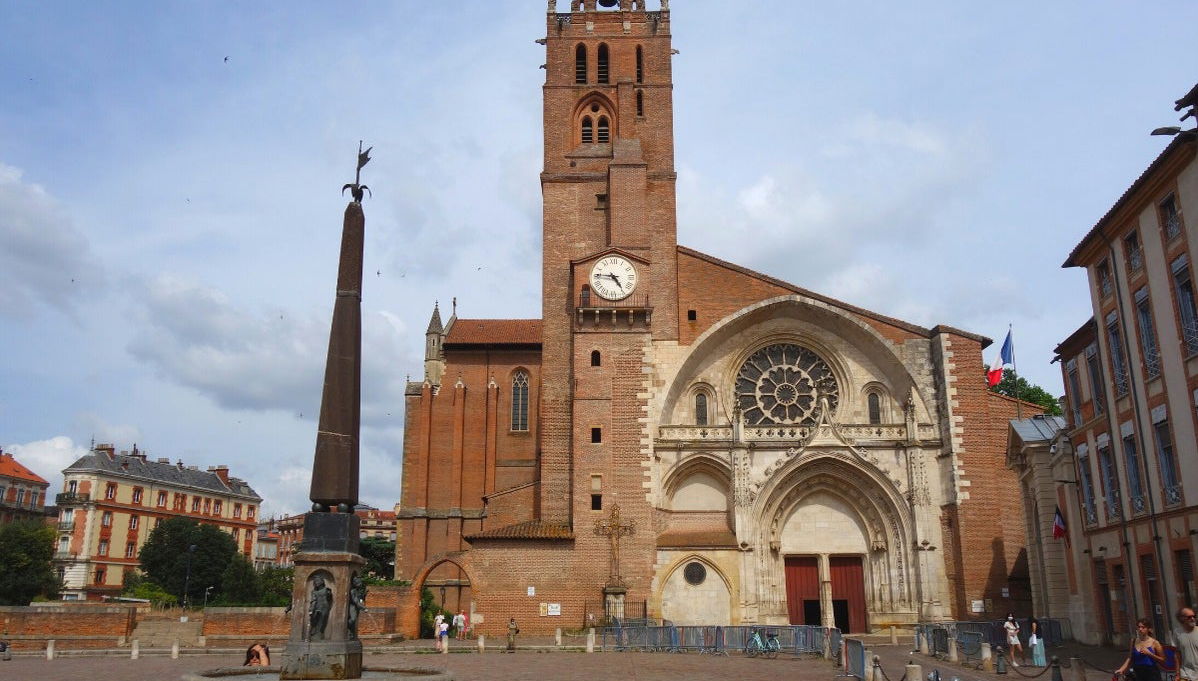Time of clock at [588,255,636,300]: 4:45
